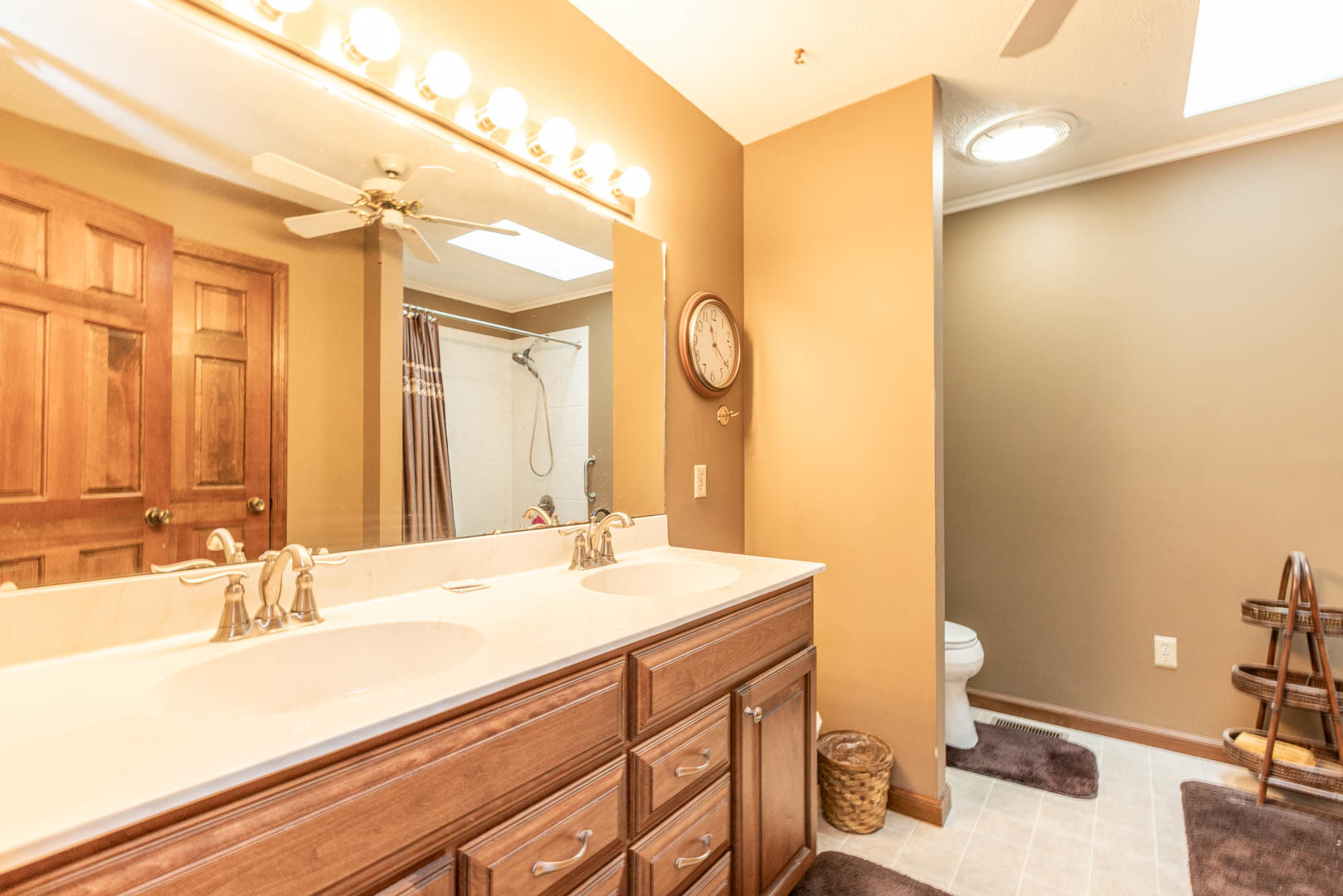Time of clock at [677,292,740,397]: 11:21
